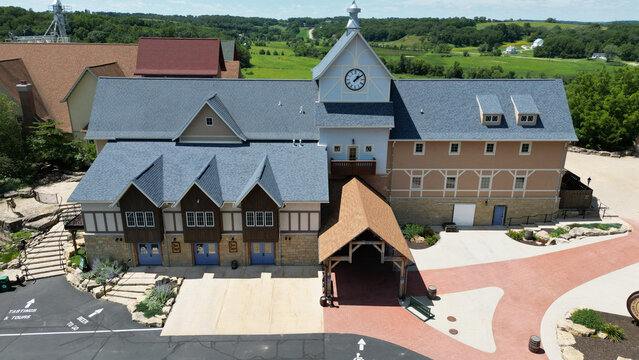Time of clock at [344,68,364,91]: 1:09
